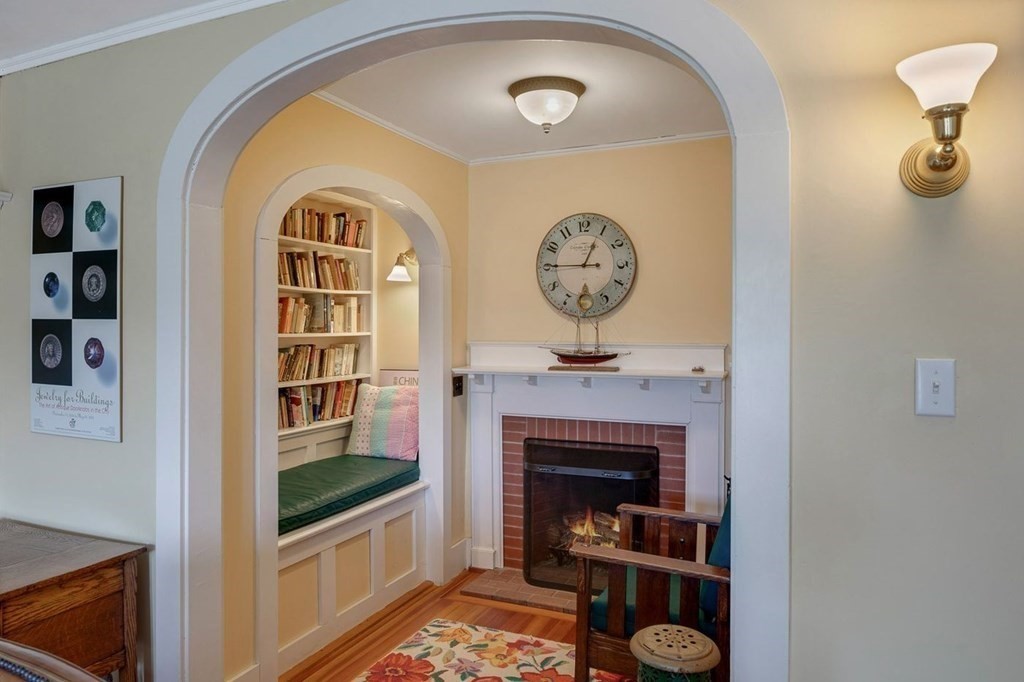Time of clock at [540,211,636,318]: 12:45
